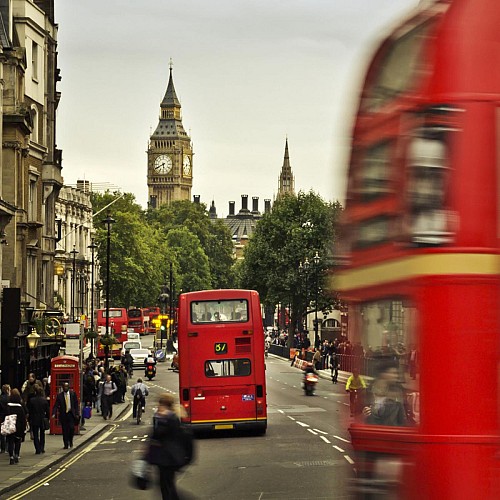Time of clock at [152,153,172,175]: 5:40
